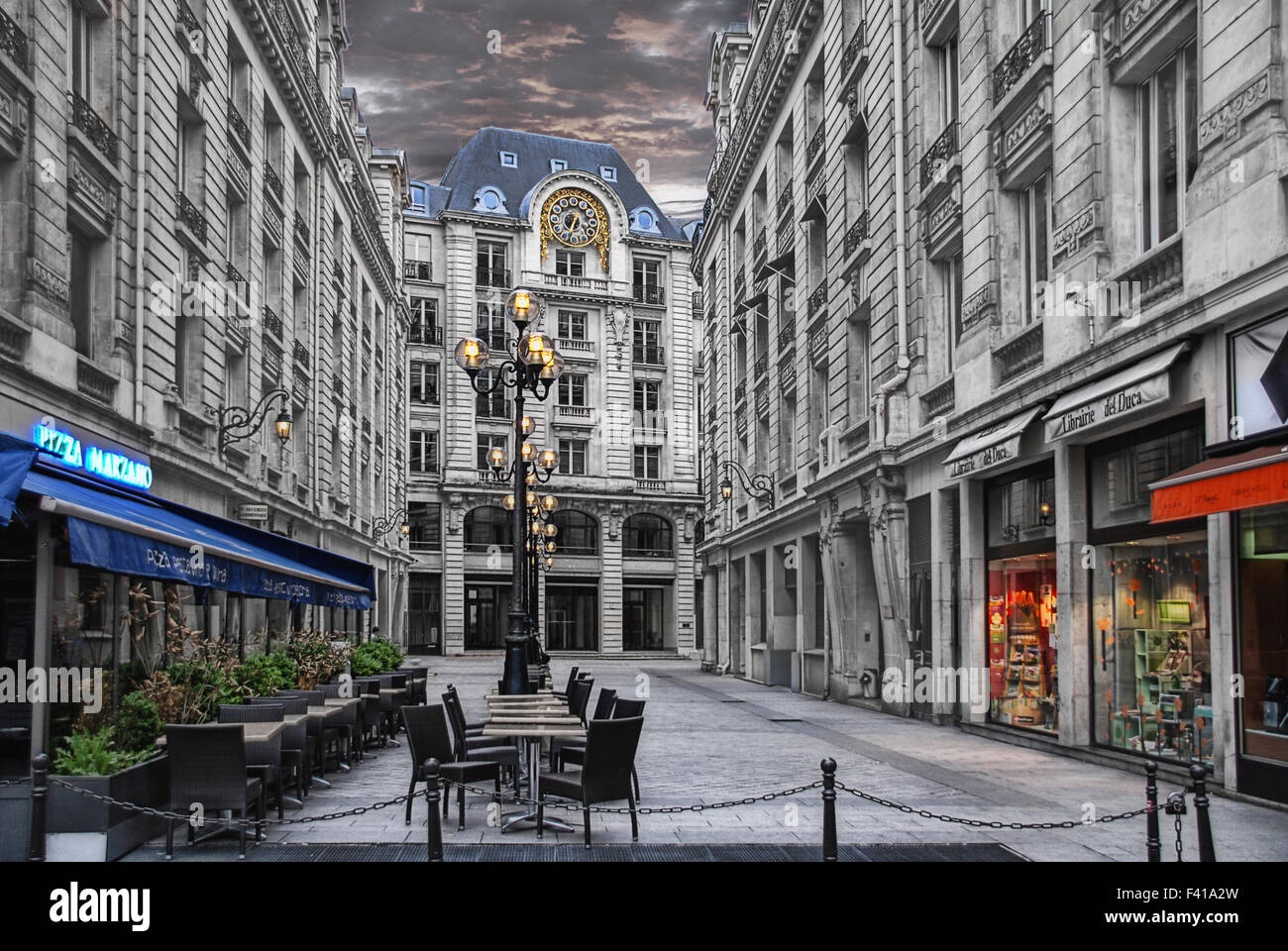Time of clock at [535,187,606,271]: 6:32
